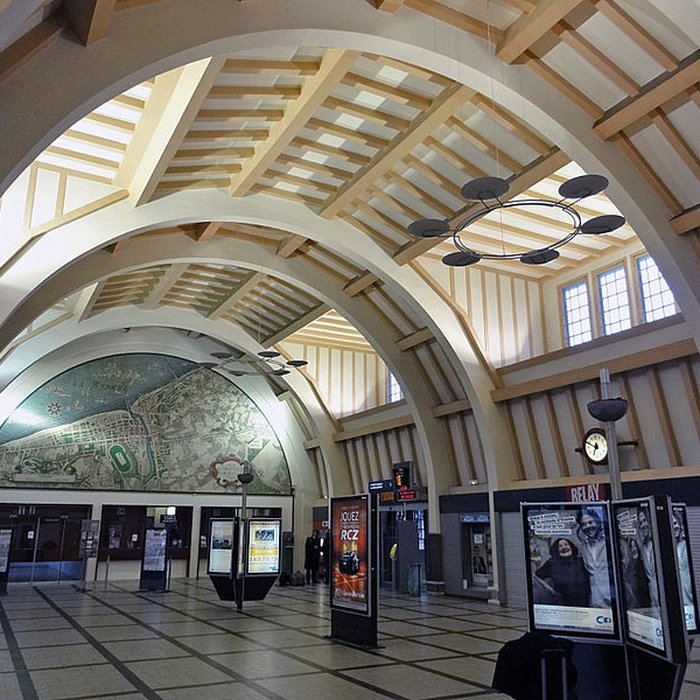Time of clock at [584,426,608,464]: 6:49
